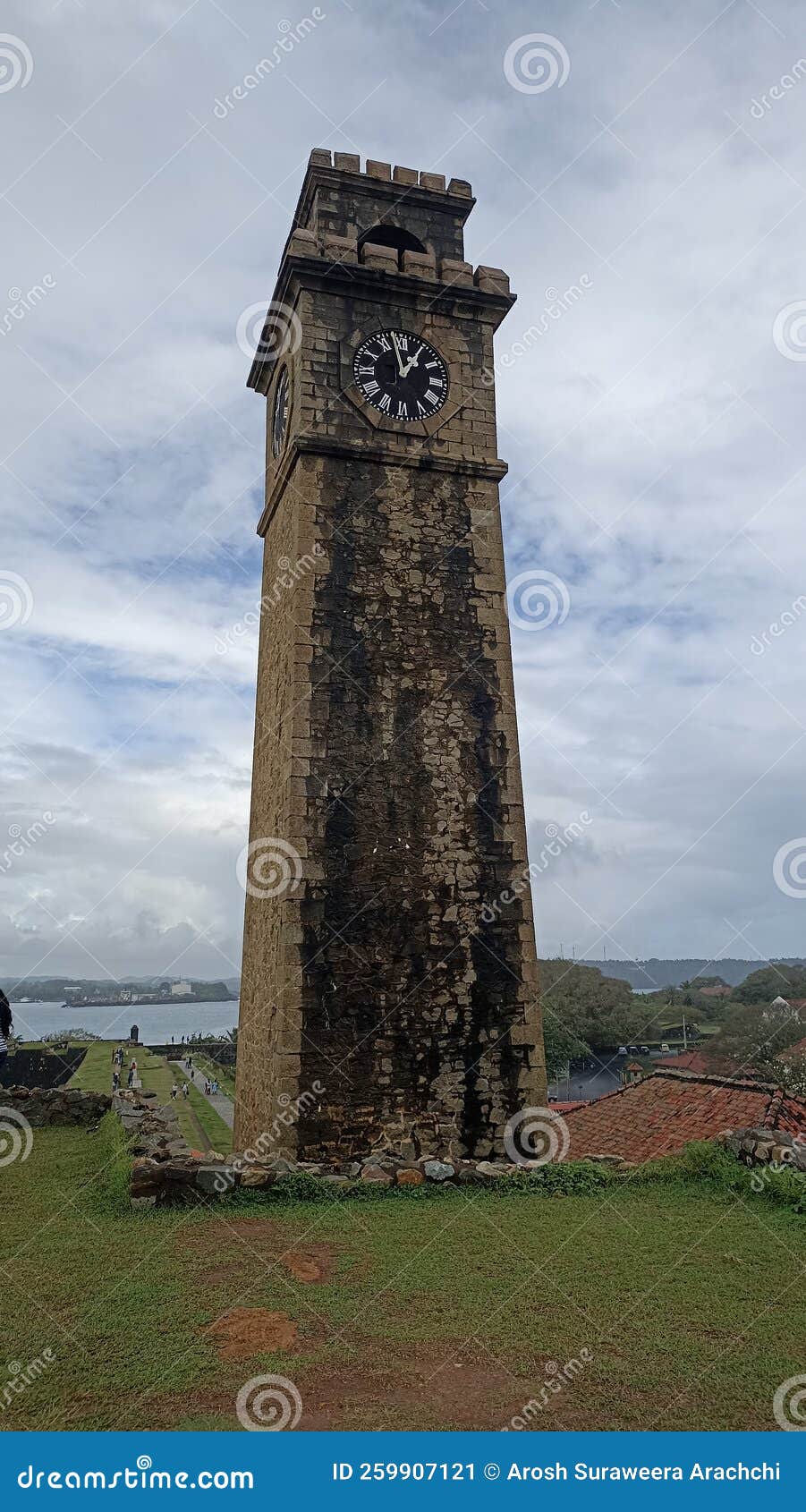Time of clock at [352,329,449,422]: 12:58
